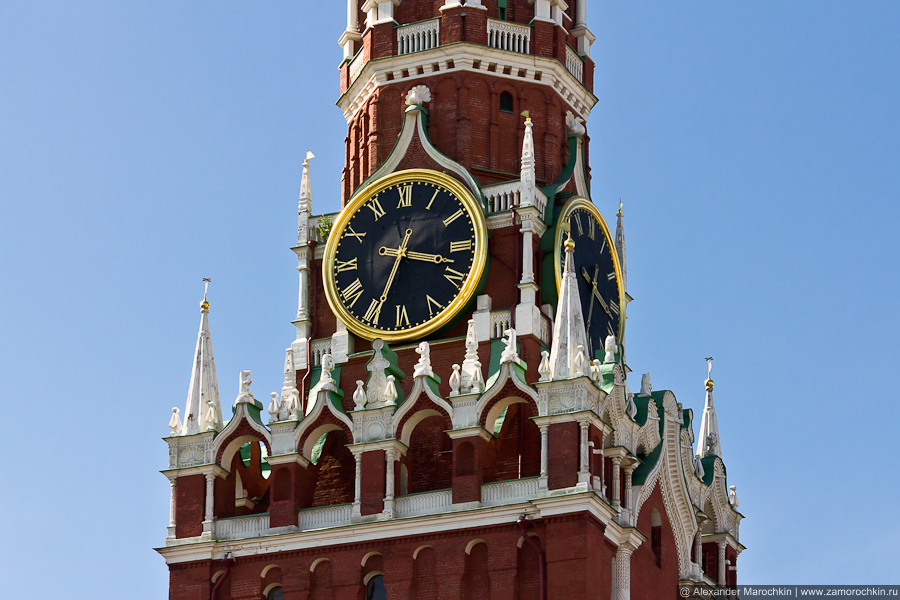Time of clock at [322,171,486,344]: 3:34
